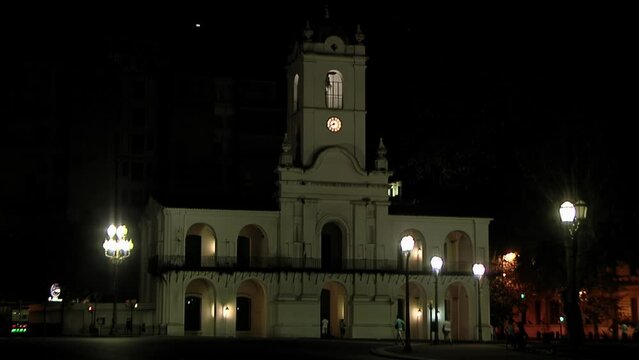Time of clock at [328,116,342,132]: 8:41
